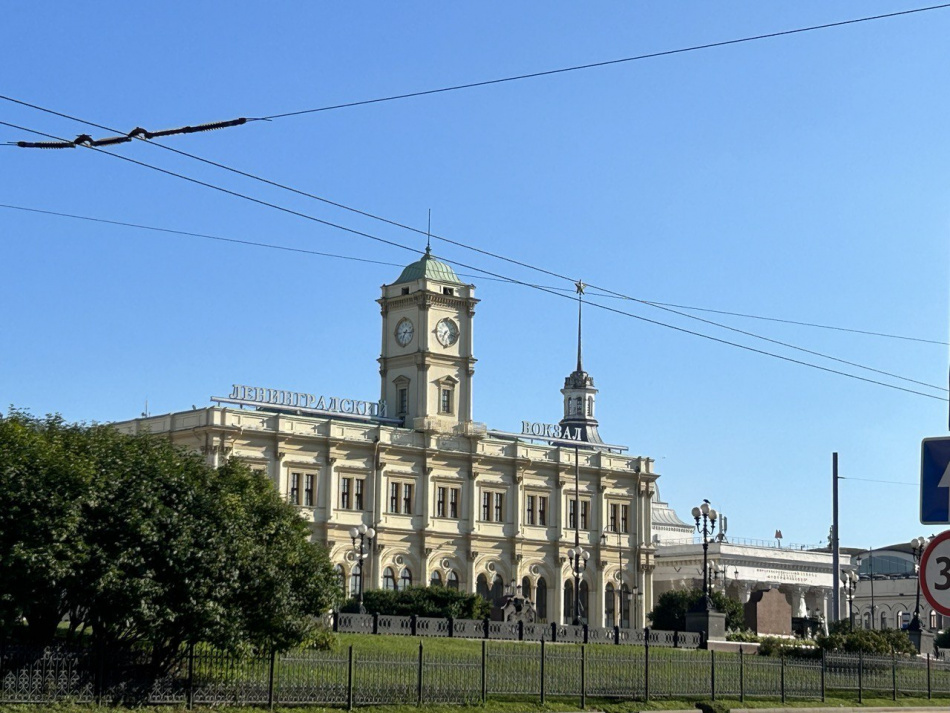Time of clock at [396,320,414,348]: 7:15
